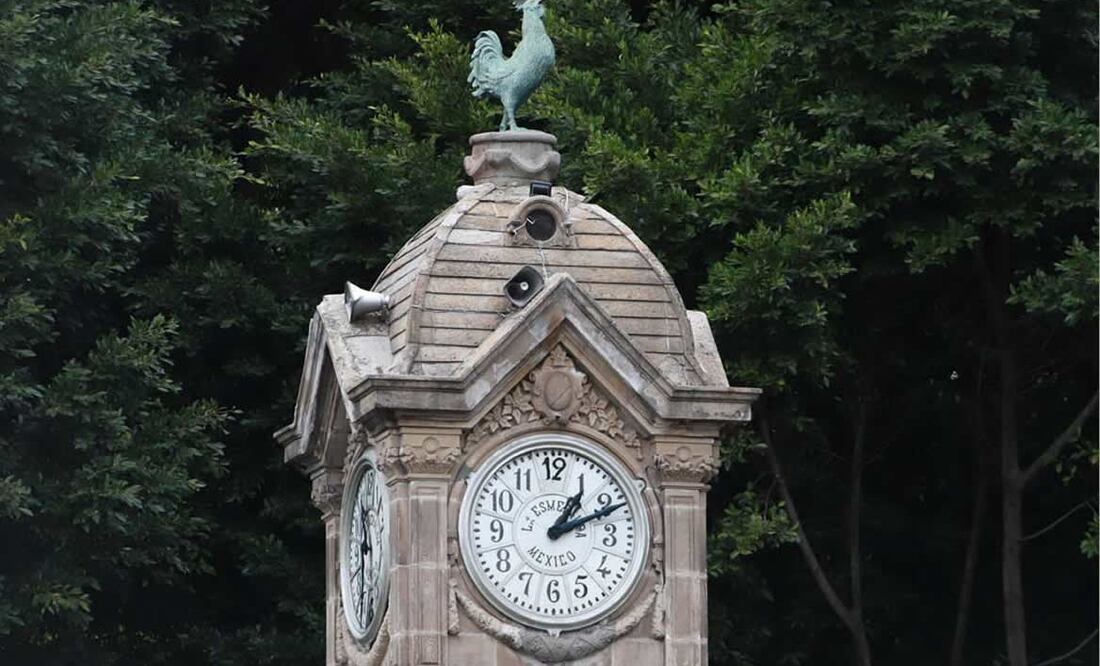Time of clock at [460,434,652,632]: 1:11
